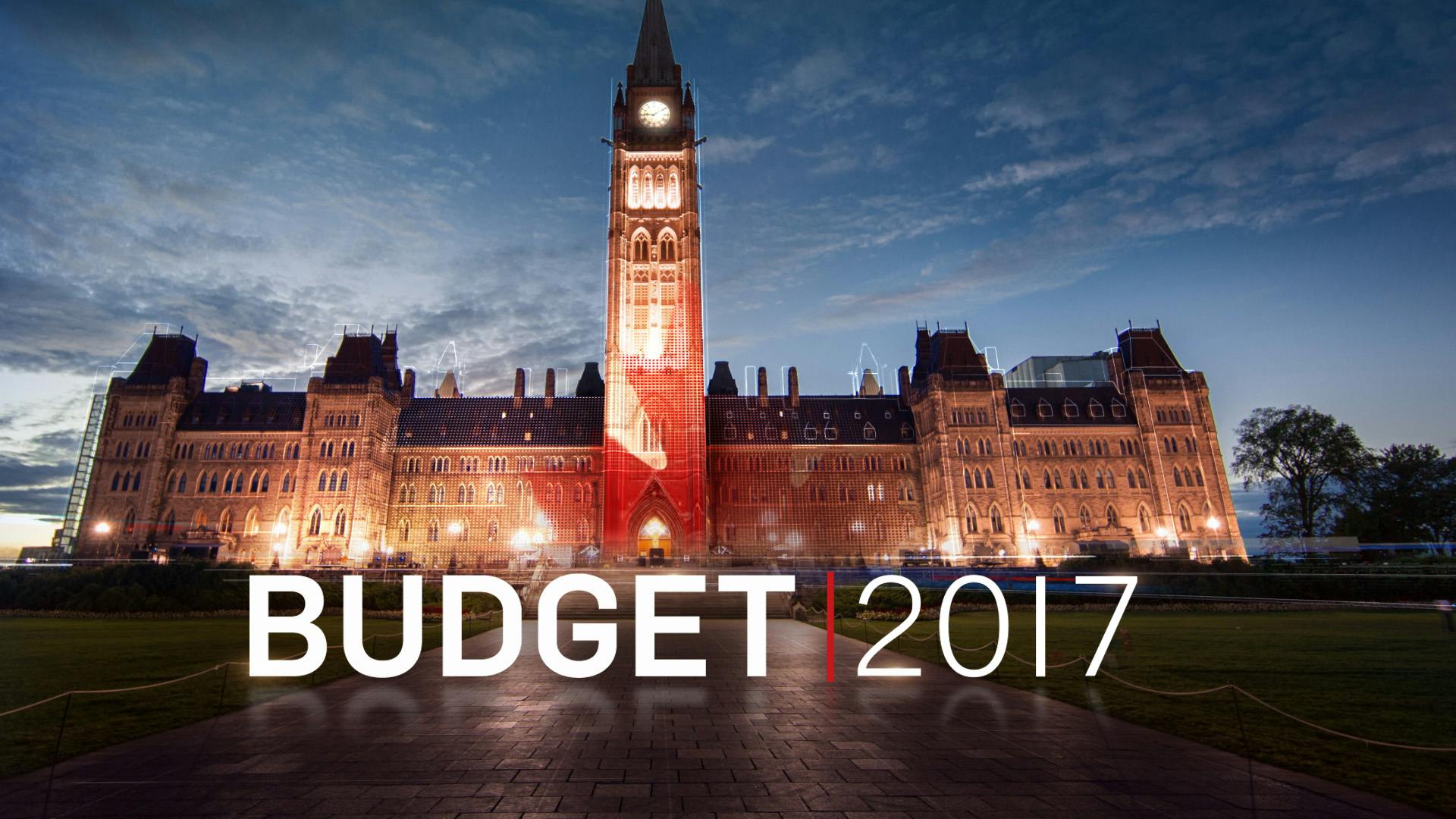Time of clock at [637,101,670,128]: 9:09
